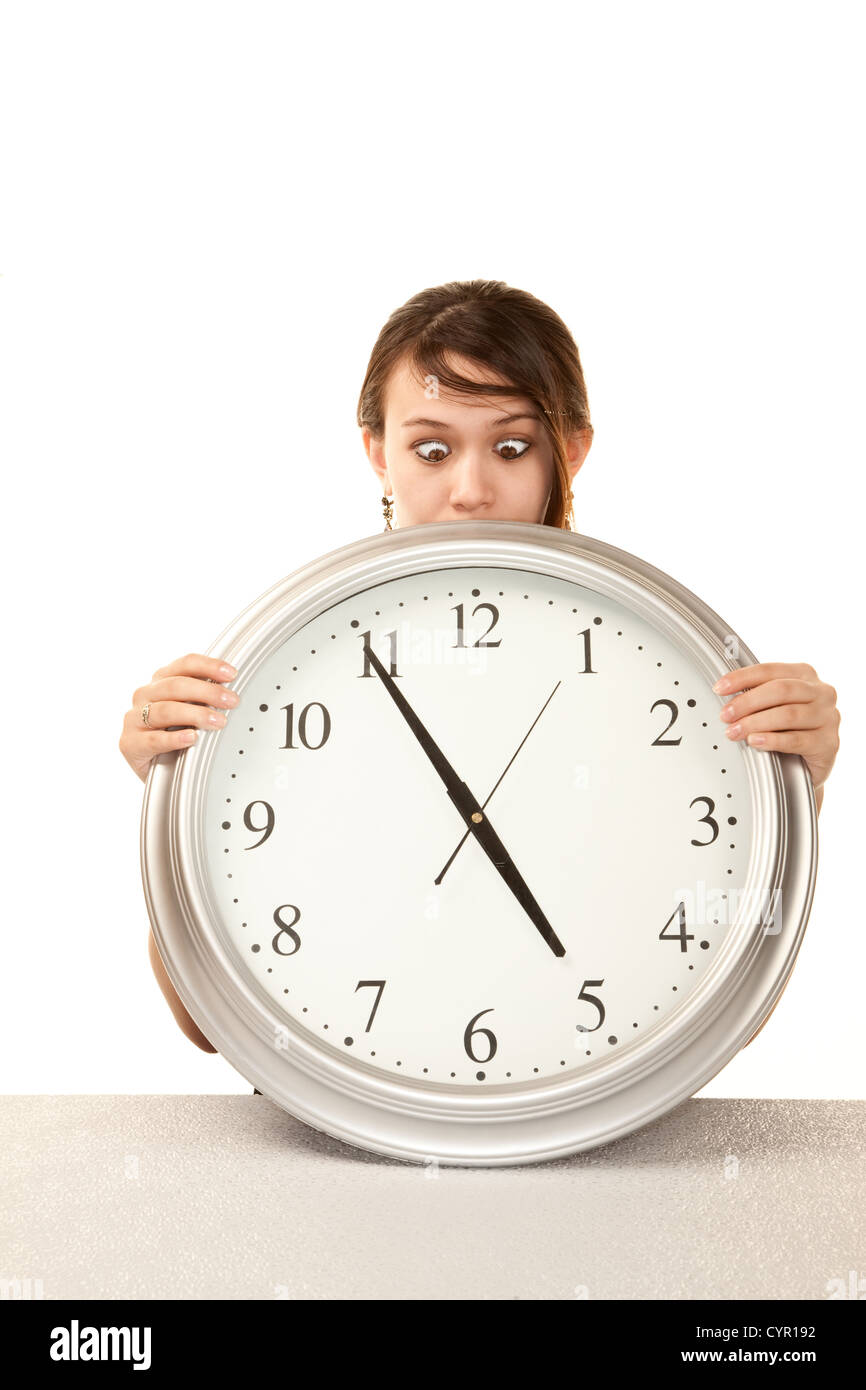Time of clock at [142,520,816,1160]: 4:54
